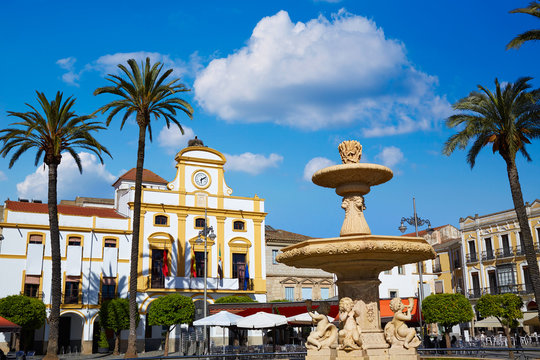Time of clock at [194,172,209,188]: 6:10
